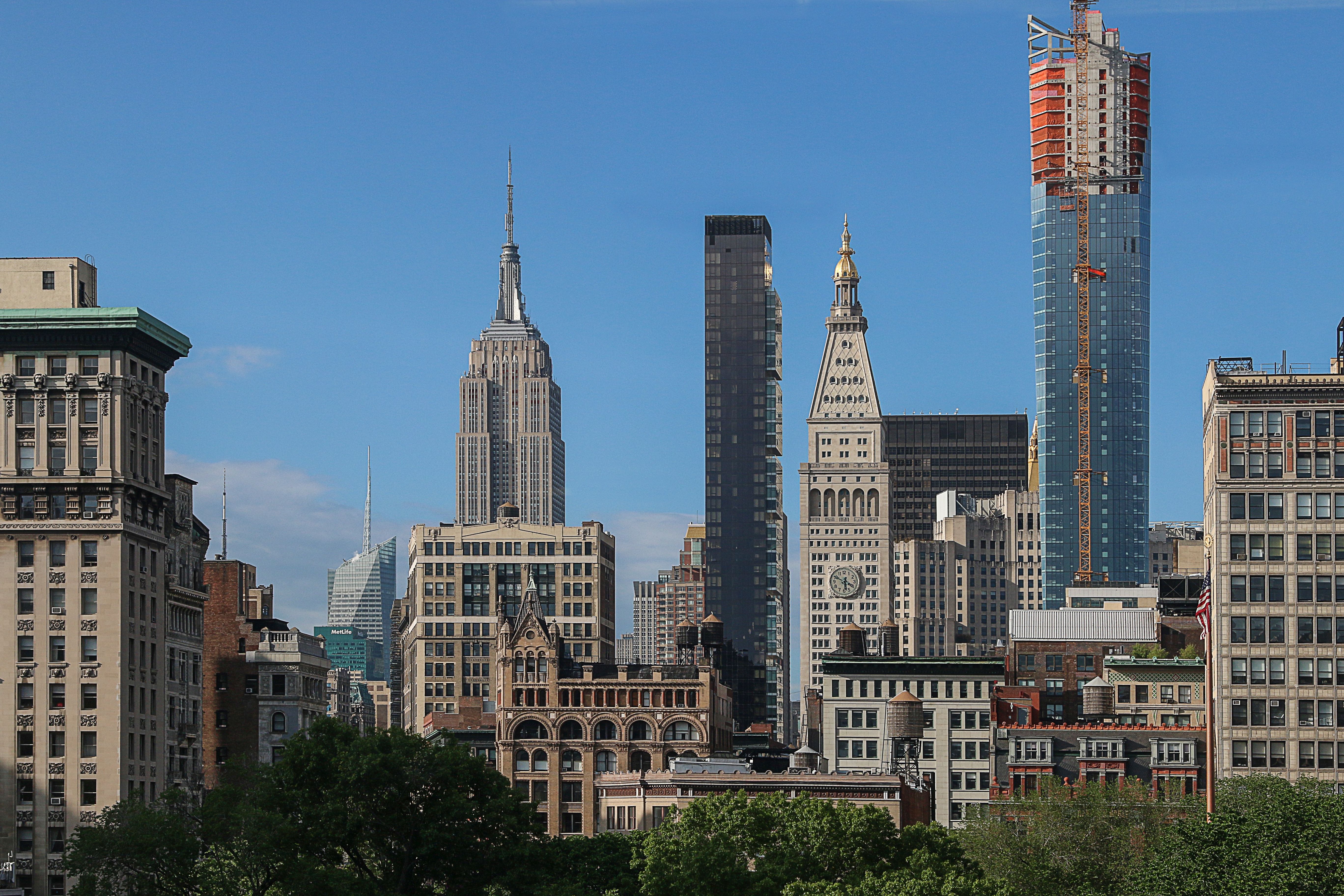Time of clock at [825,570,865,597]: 5:49
